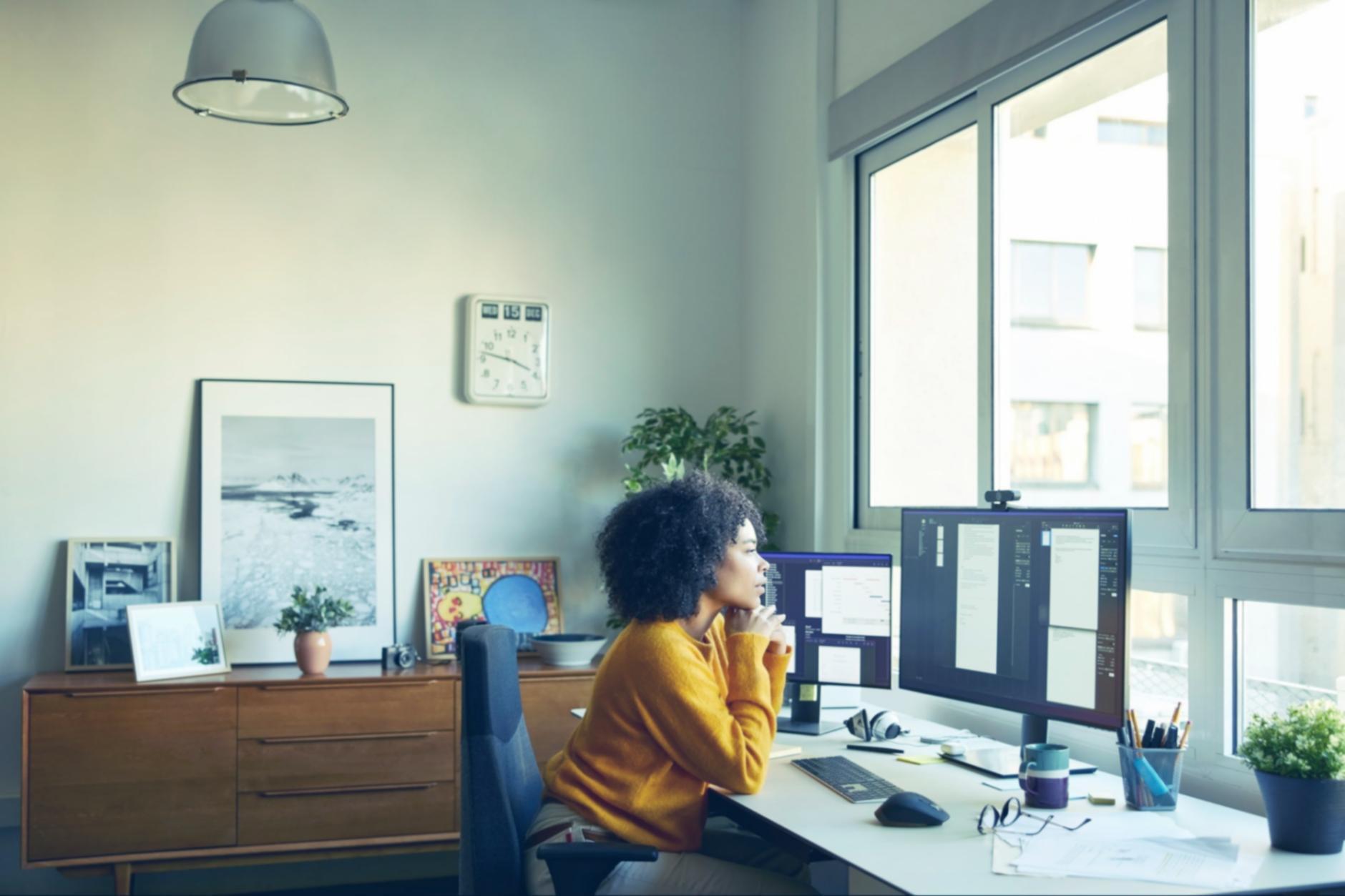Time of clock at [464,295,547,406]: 3:47
